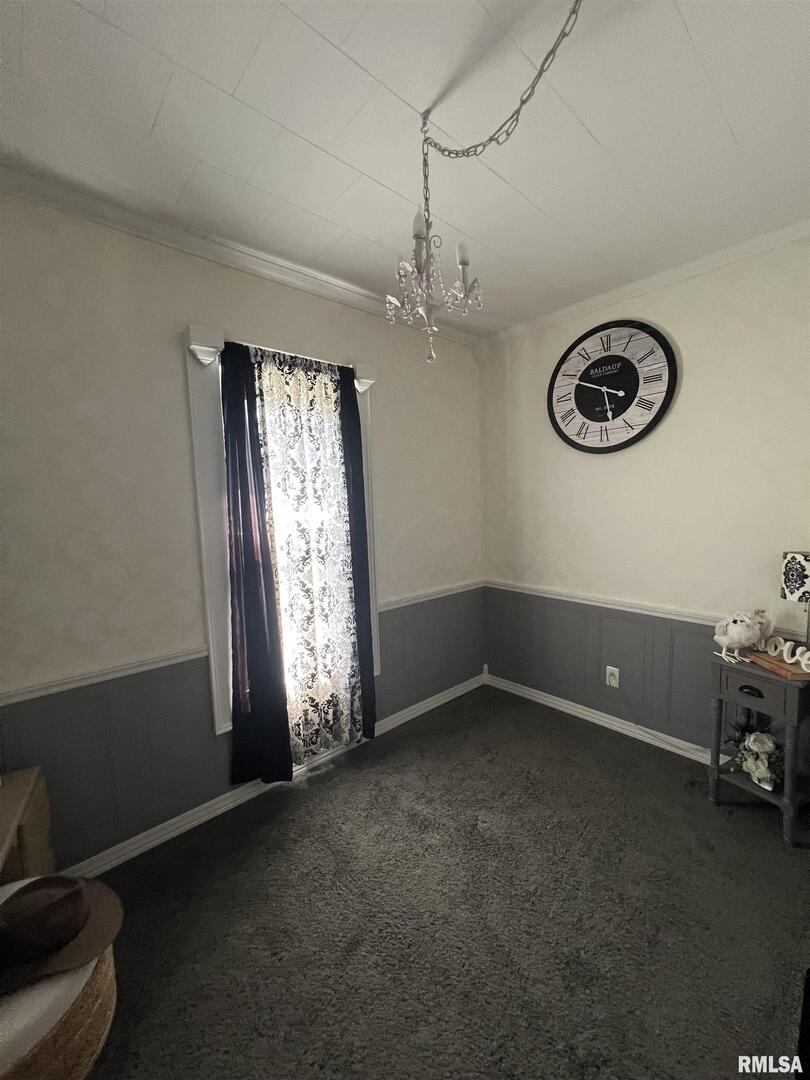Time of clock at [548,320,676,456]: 5:49
